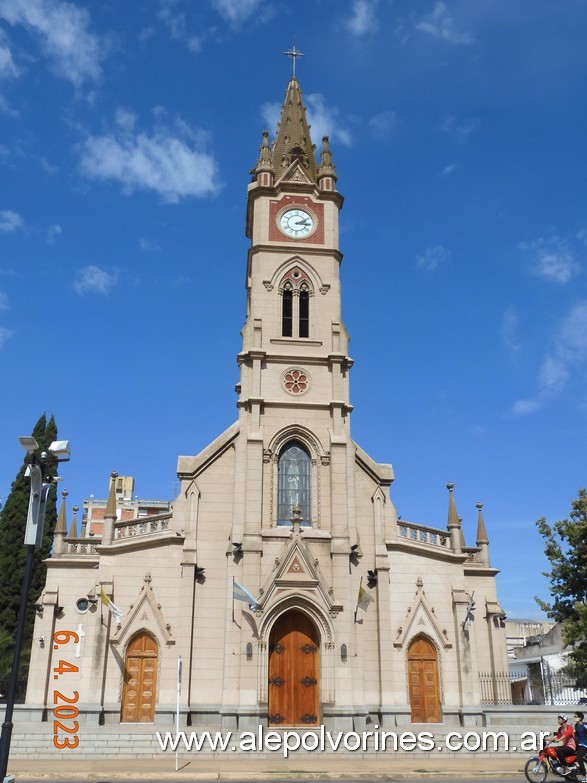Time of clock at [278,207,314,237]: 3:10
